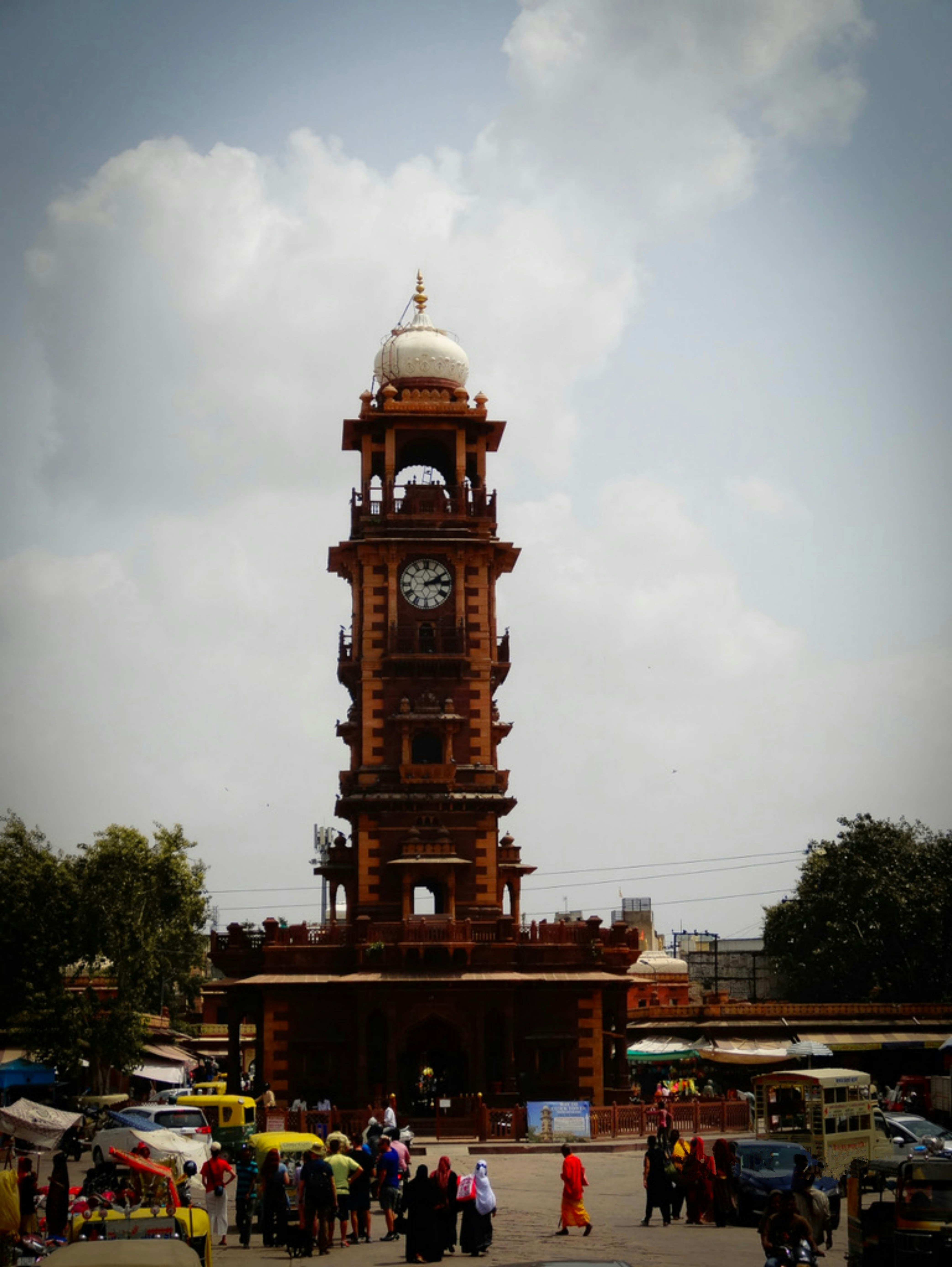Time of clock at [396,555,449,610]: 2:14
